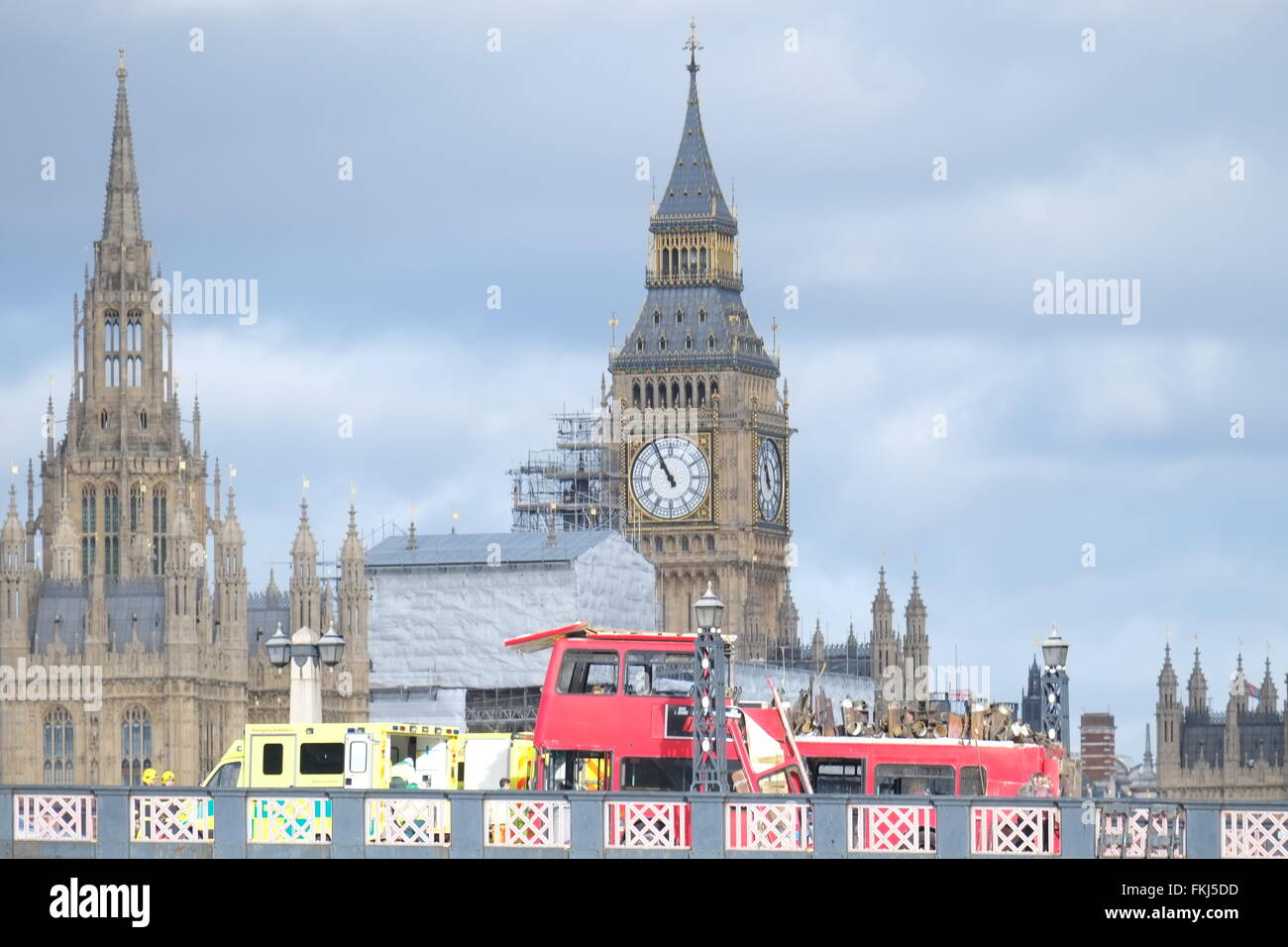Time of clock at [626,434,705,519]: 10:55
